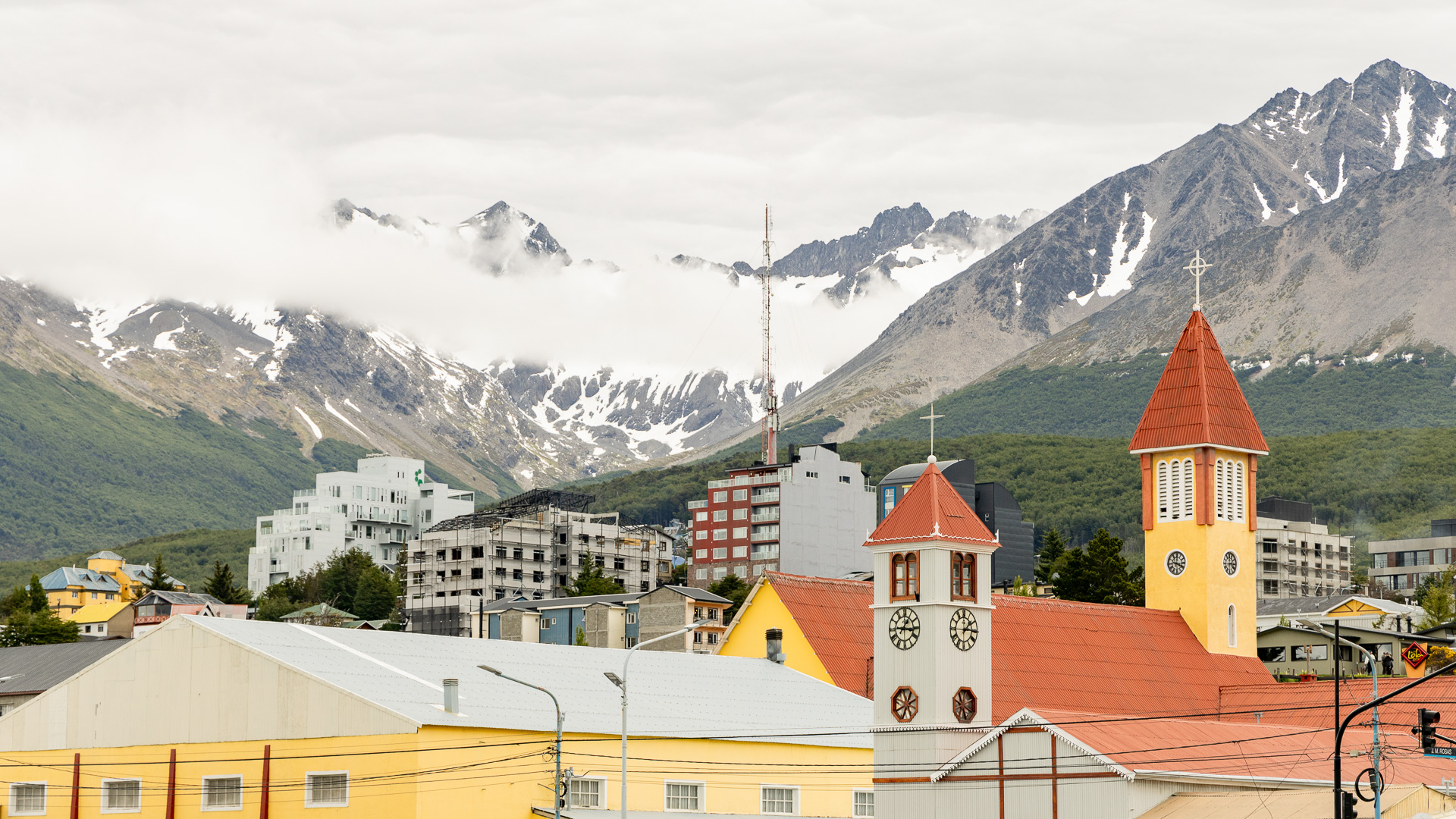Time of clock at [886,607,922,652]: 1:16
